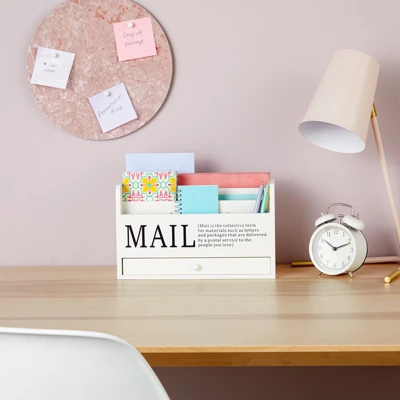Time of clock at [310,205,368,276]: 10:11
